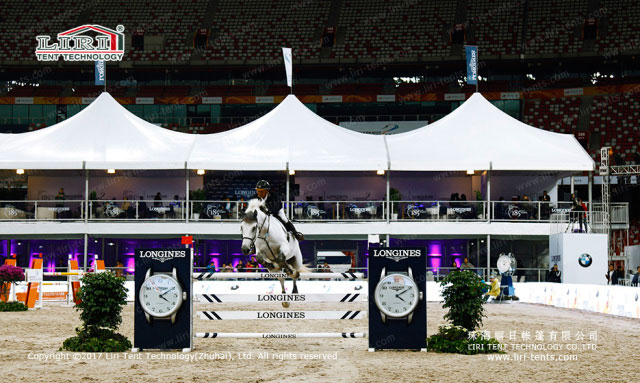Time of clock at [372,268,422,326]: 4:10
